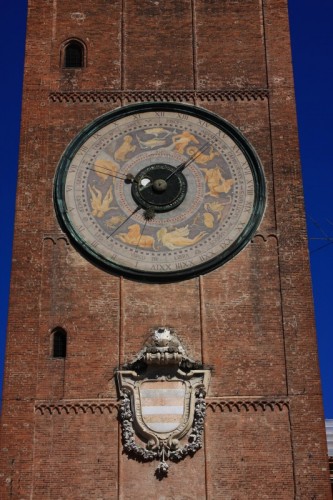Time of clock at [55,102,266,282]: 9:07
